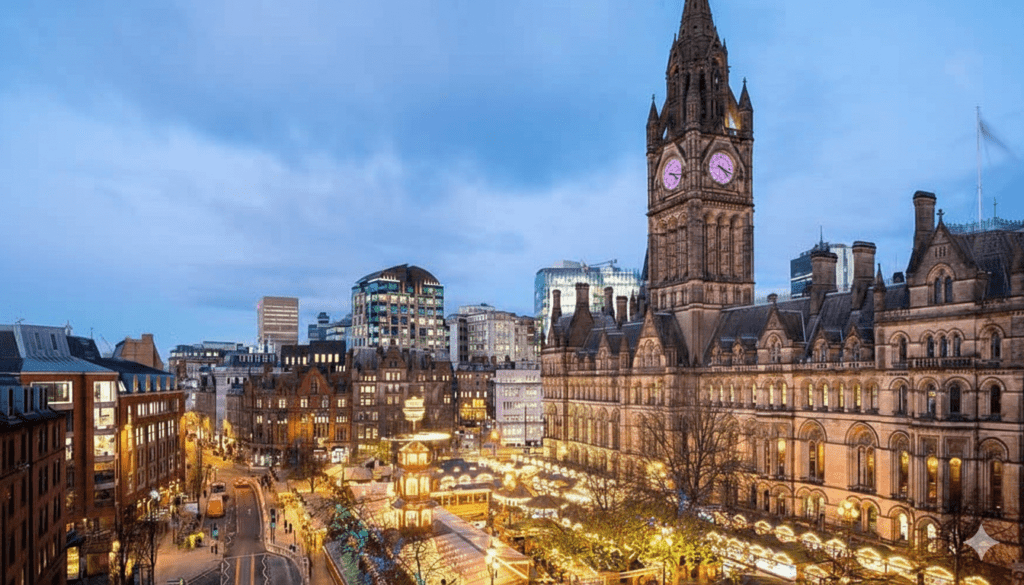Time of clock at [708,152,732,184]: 4:18
